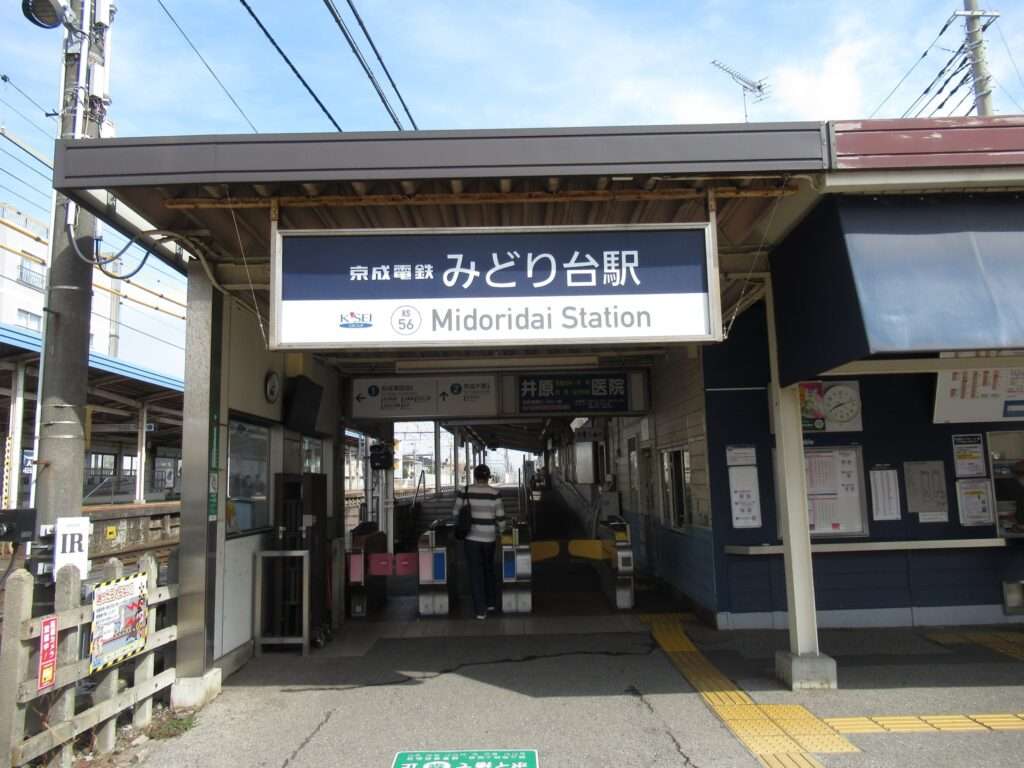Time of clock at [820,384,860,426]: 8:12
